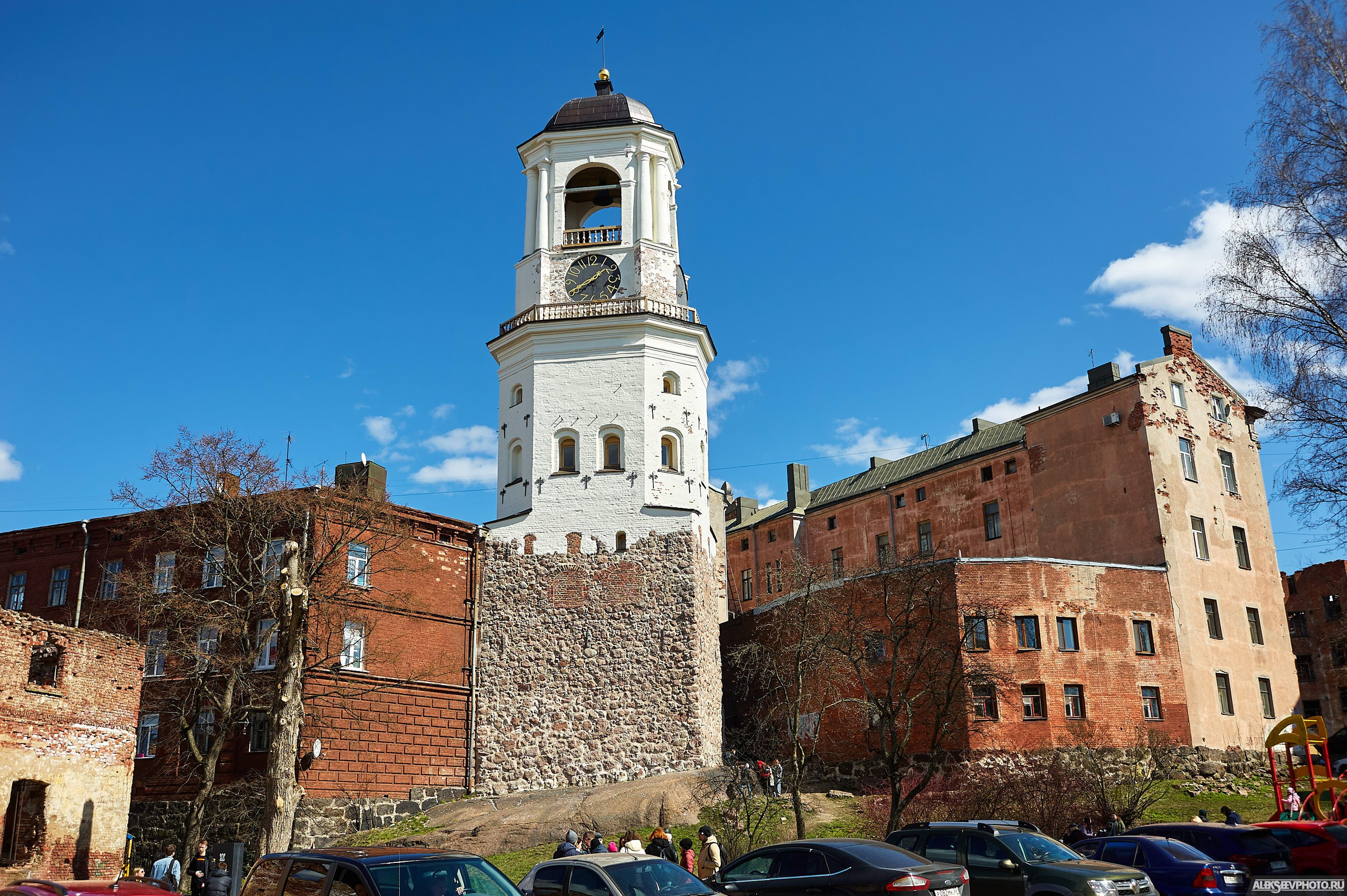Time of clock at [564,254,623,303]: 1:40
